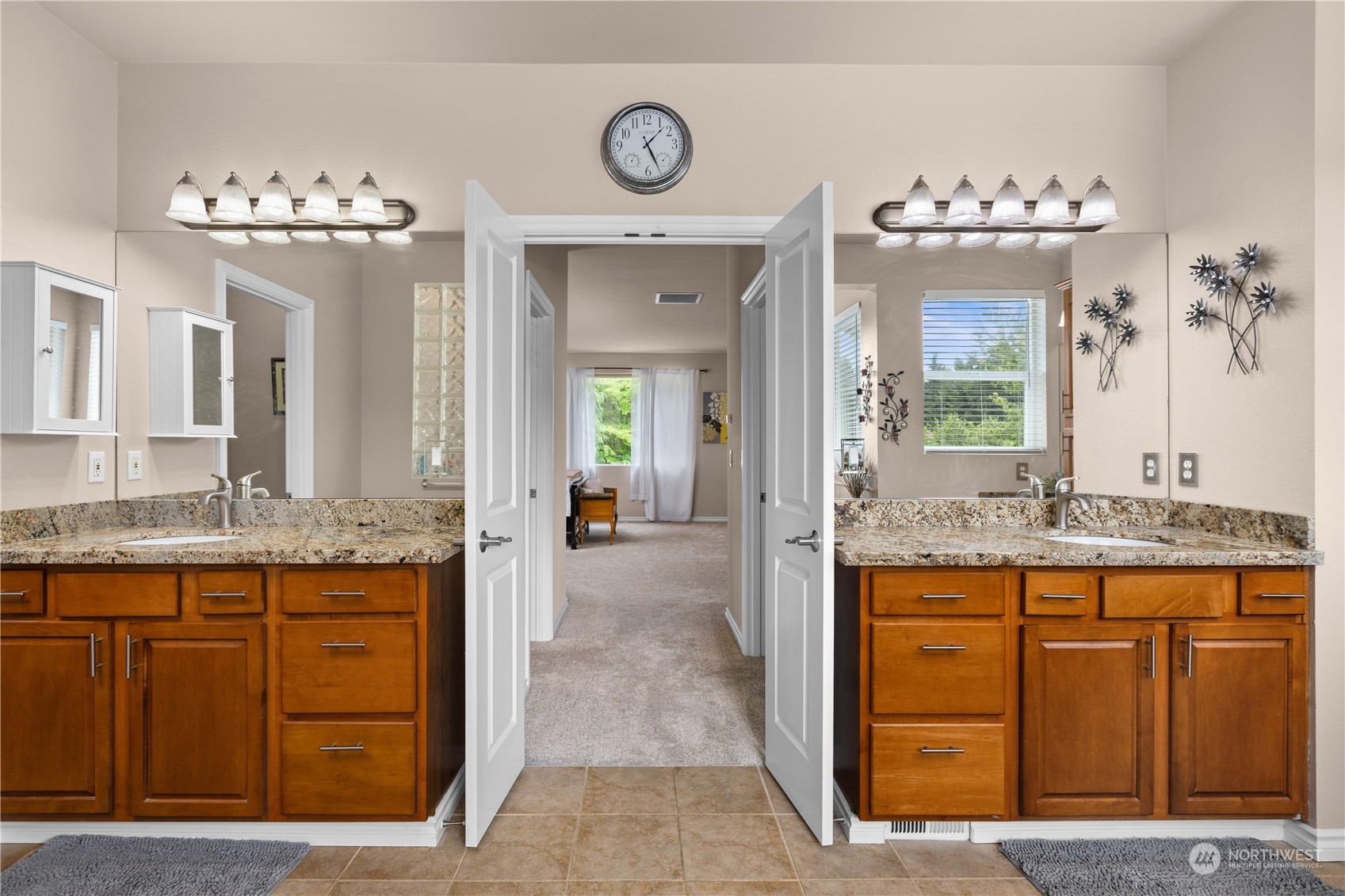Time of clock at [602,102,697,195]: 1:25
